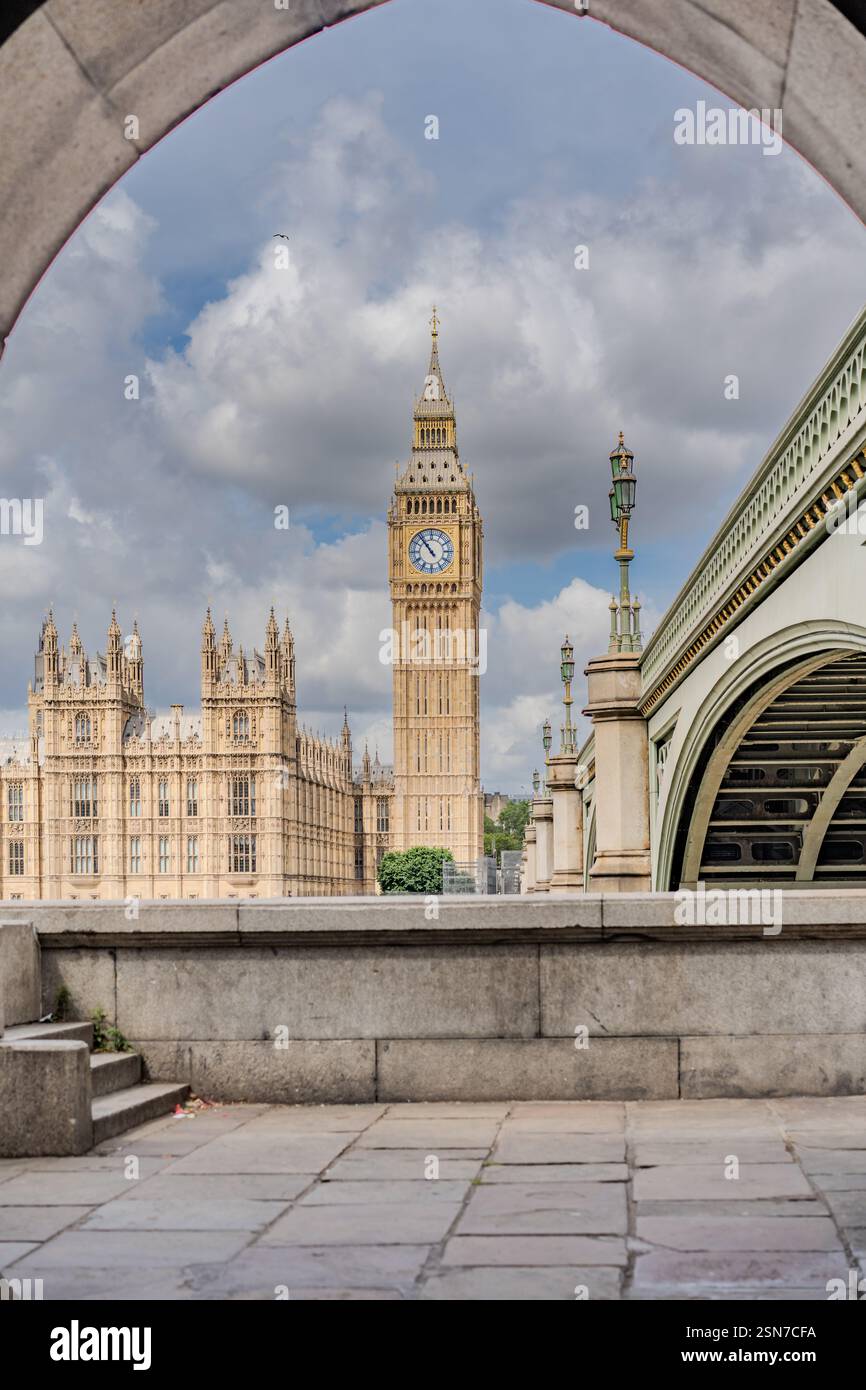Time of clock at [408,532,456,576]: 10:53
